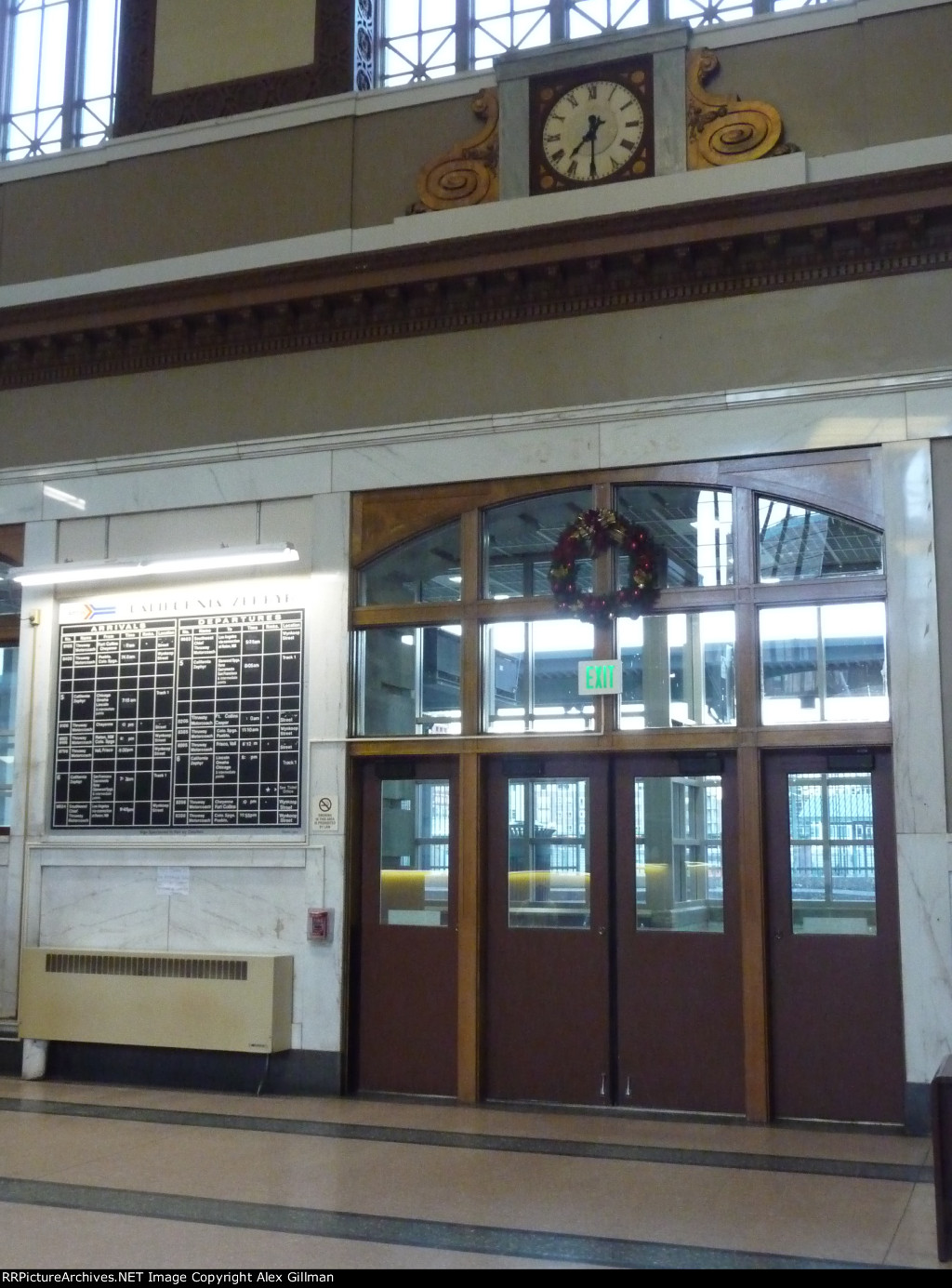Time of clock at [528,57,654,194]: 7:30
